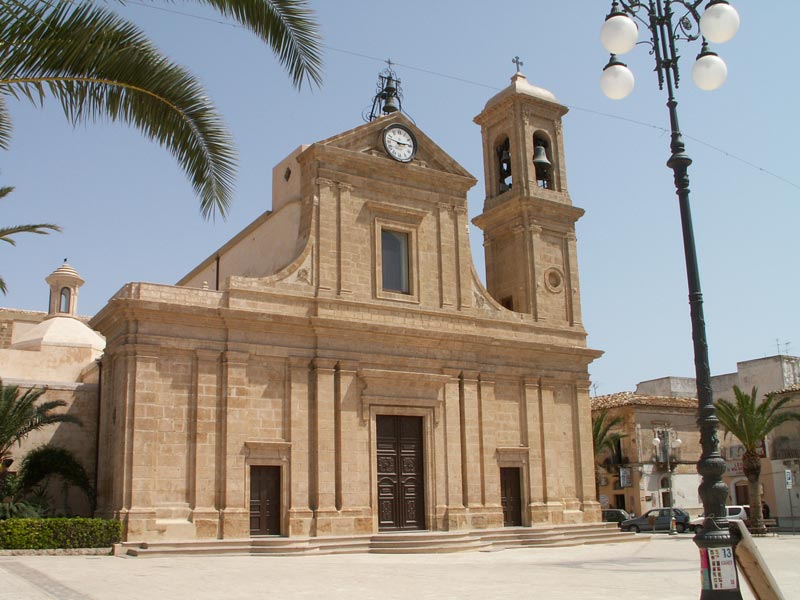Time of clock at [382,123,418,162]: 2:47
